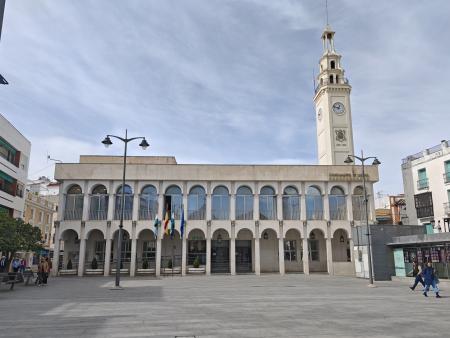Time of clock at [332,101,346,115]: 12:47
